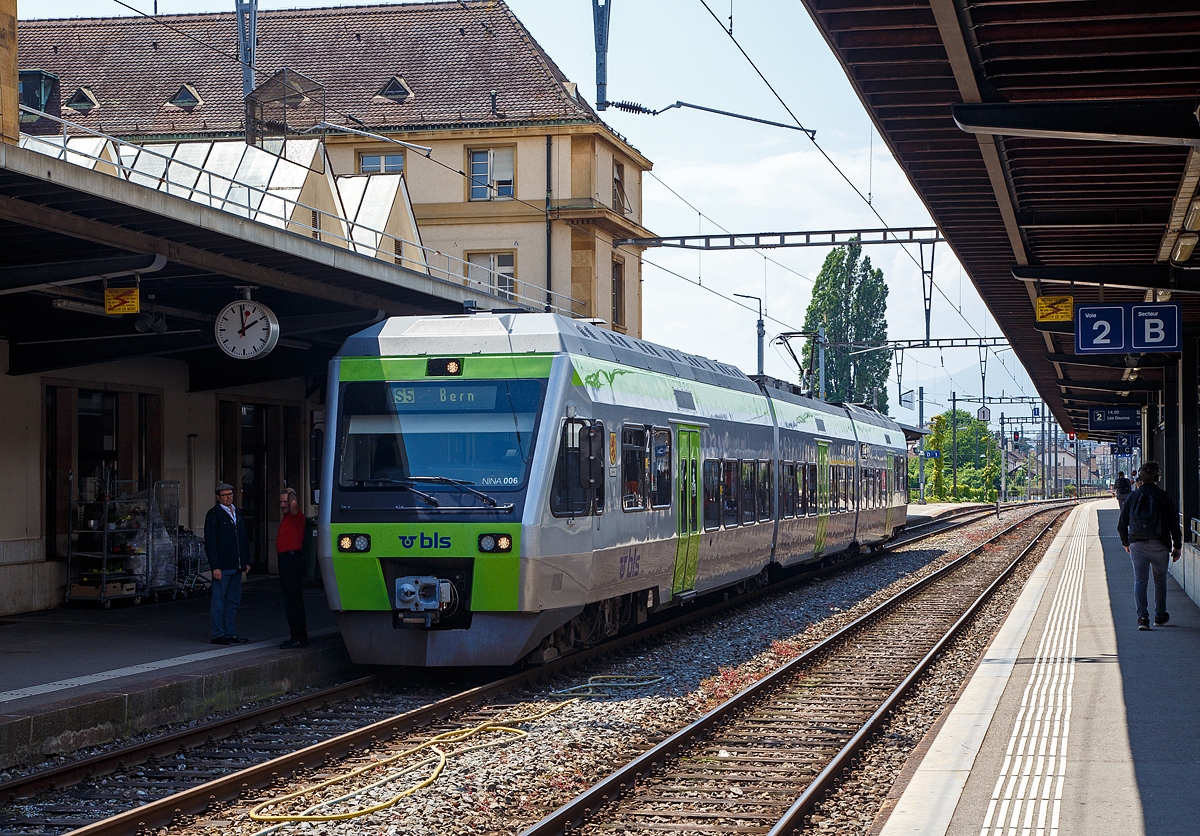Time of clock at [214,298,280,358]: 1:59
